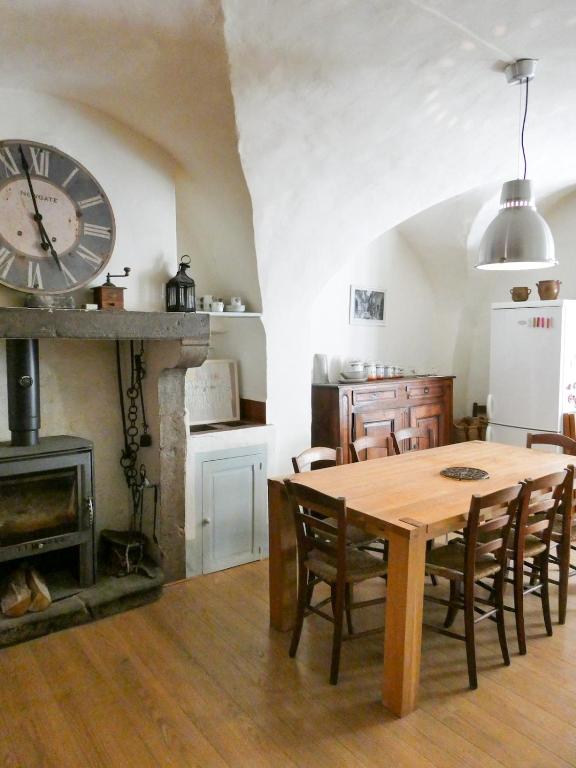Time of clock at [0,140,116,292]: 4:57
